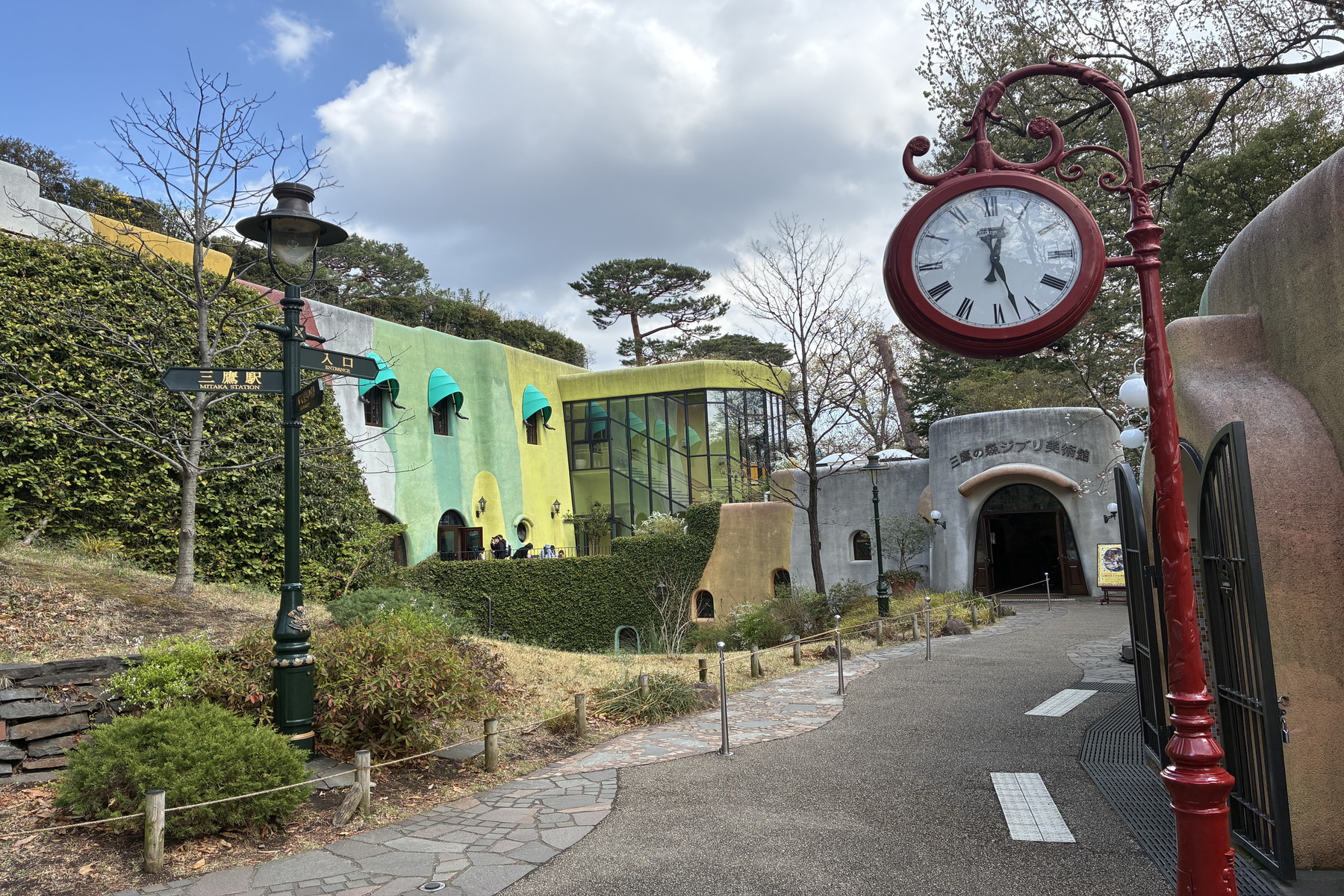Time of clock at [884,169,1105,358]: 12:27
